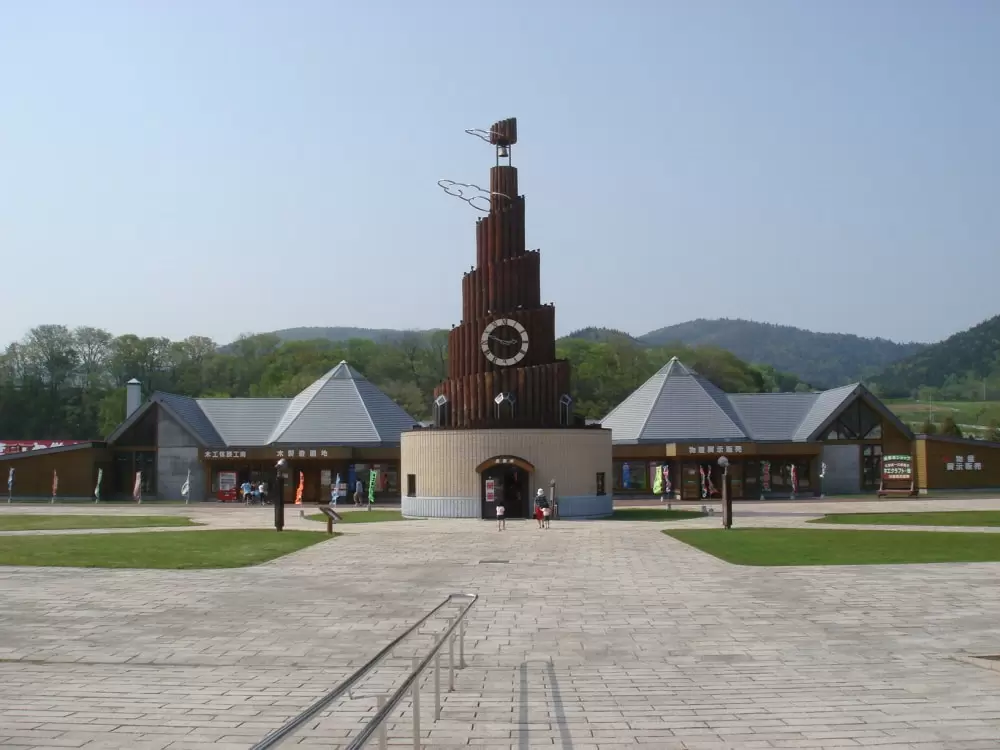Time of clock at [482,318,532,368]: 2:48
